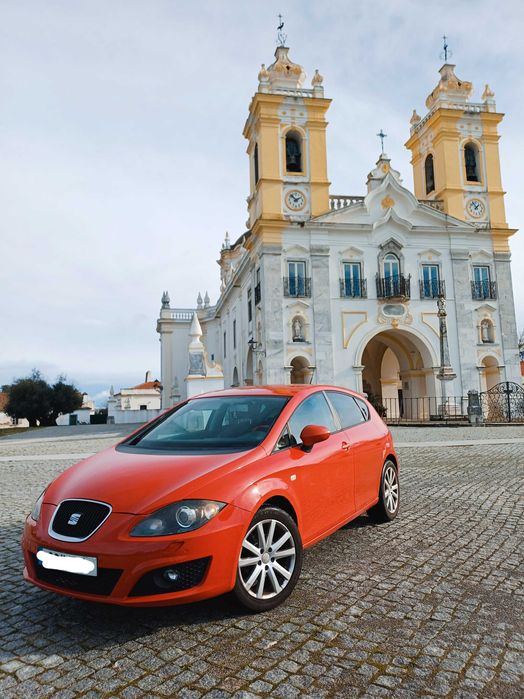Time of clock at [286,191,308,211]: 1:52
